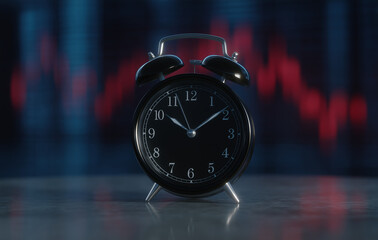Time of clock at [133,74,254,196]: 10:08
